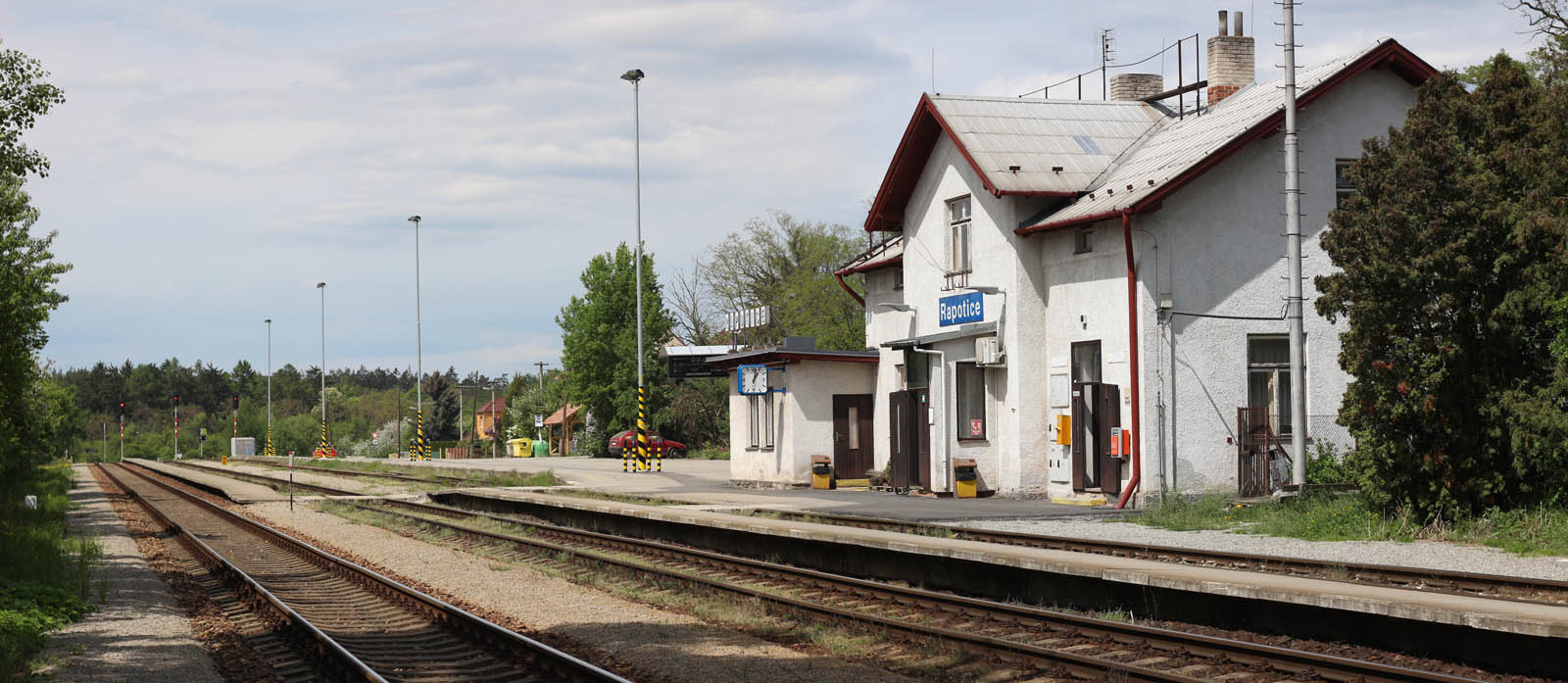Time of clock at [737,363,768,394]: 1:02
